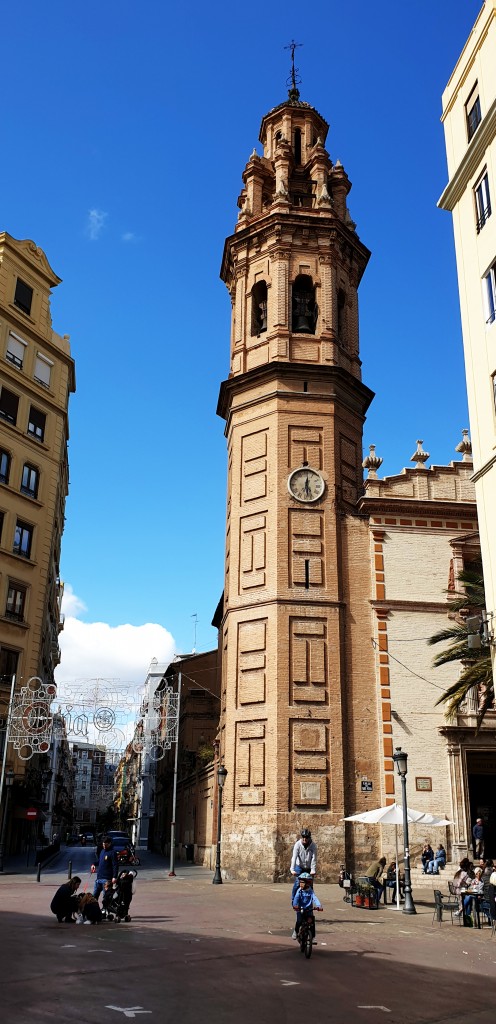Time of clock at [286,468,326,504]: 12:28
